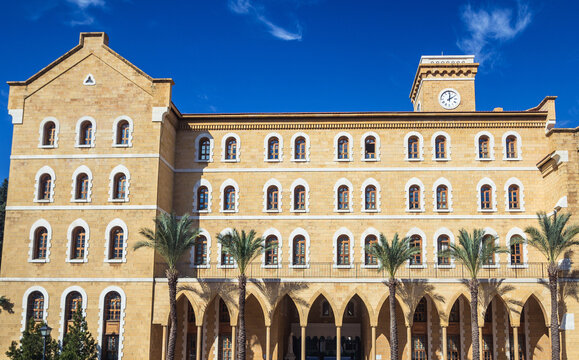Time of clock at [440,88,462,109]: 2:00
